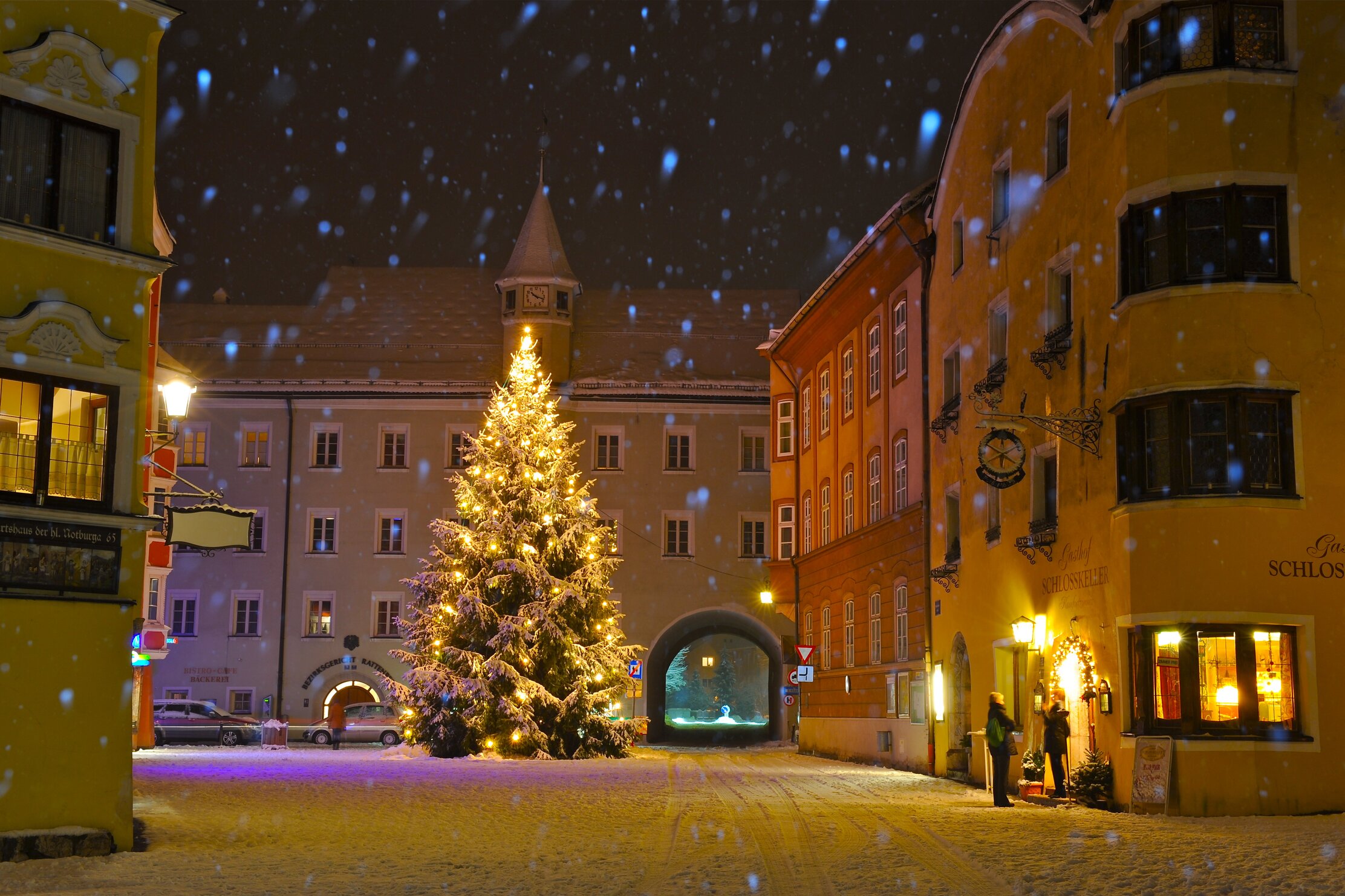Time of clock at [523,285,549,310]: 10:18
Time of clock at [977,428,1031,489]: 1:50
